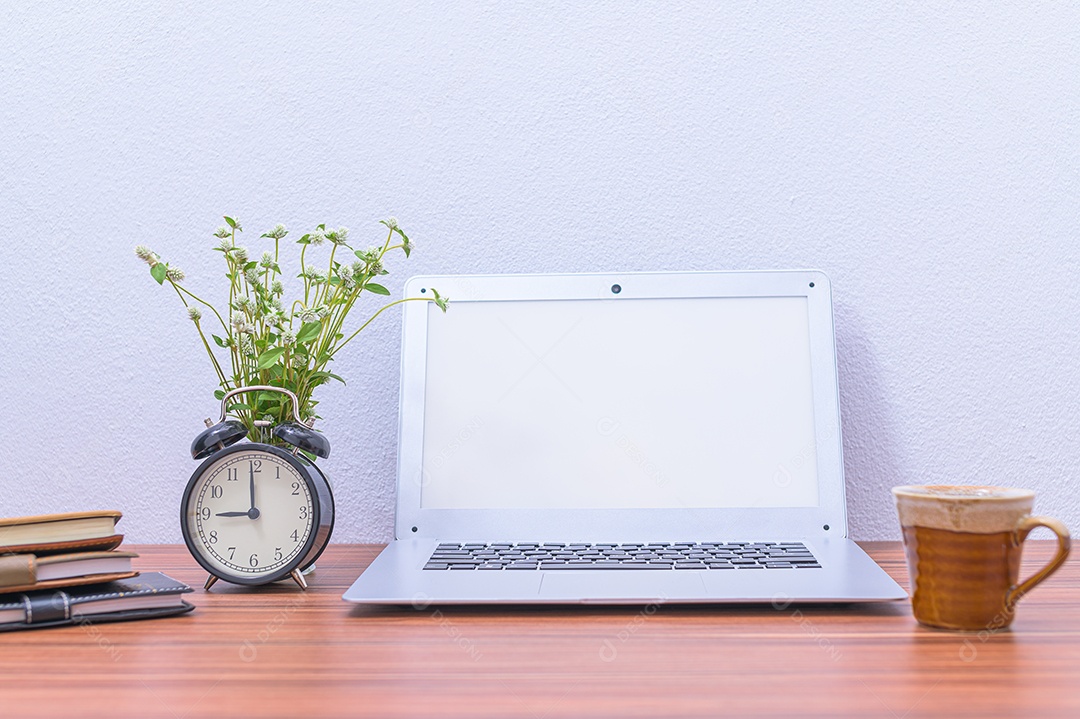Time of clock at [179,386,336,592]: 8:59
